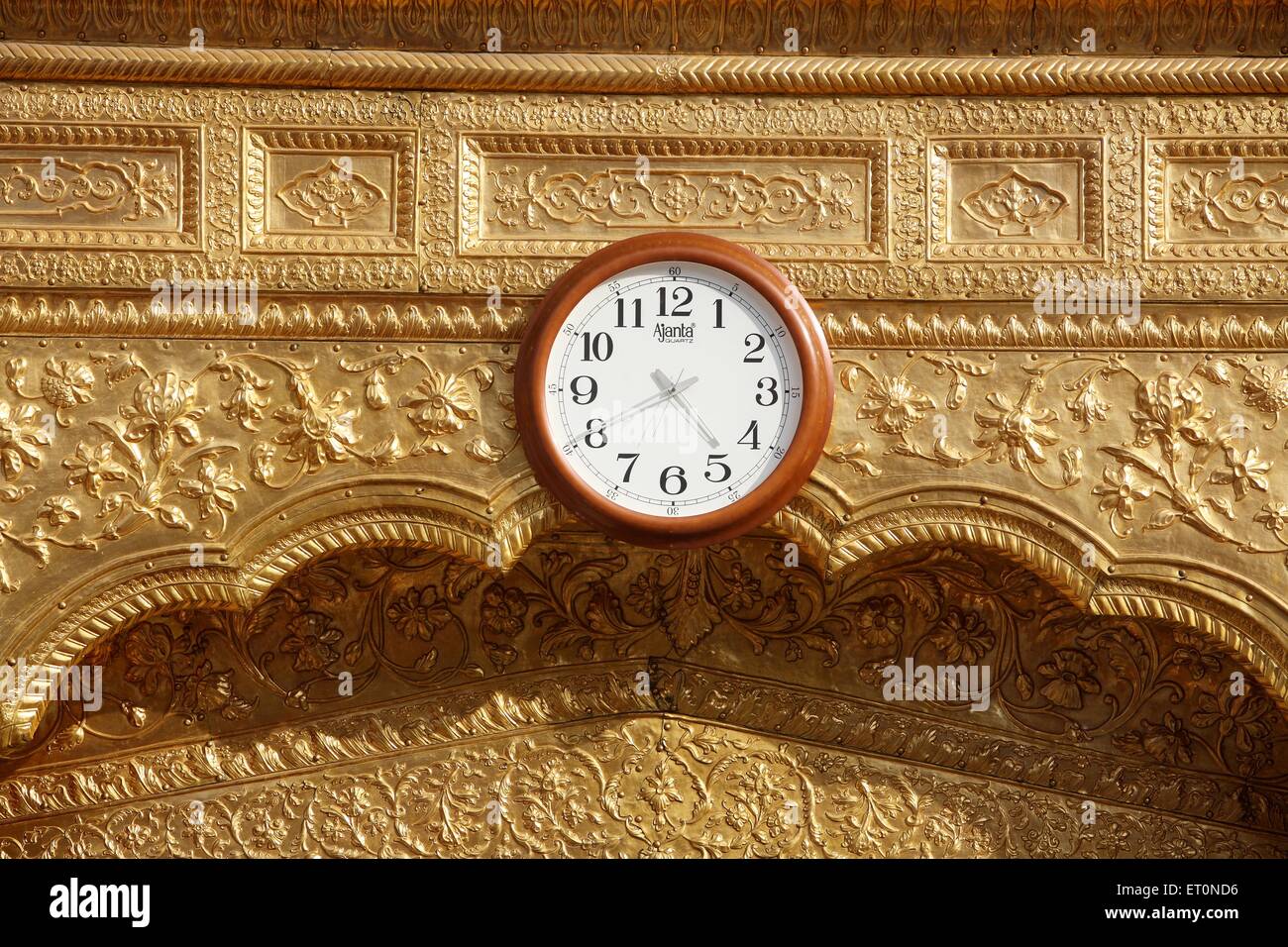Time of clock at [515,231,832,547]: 4:40
